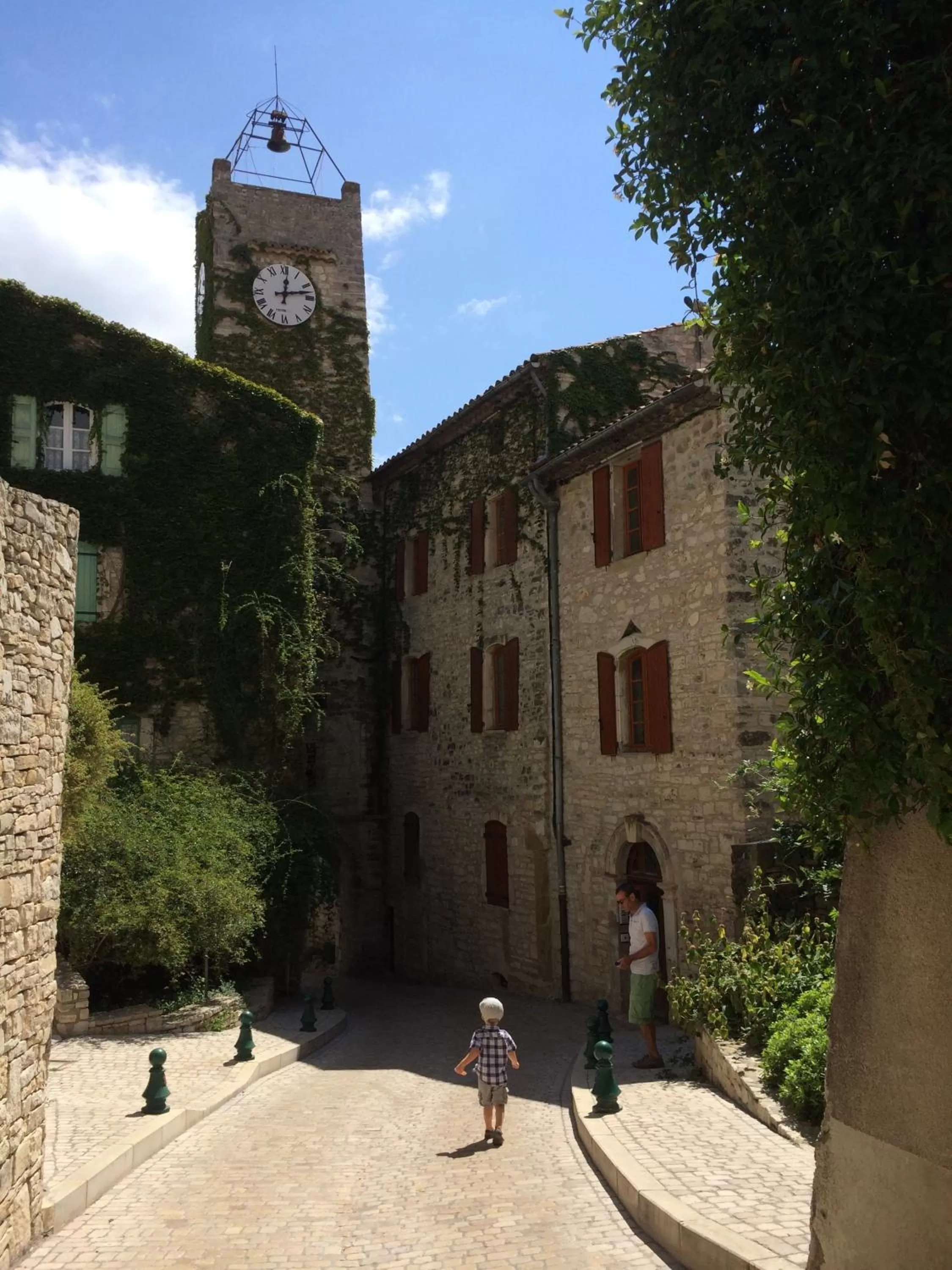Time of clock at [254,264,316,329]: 12:12
